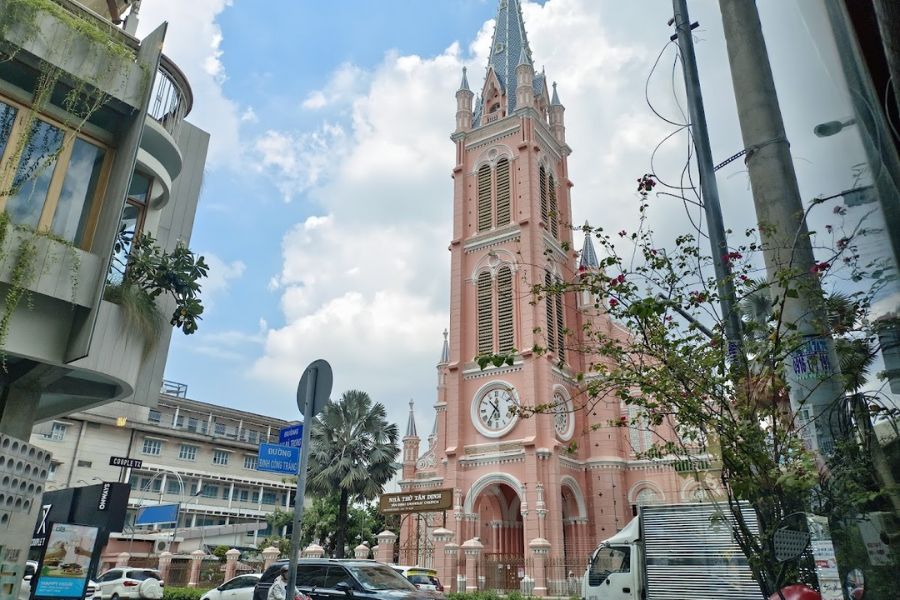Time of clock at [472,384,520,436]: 10:36
